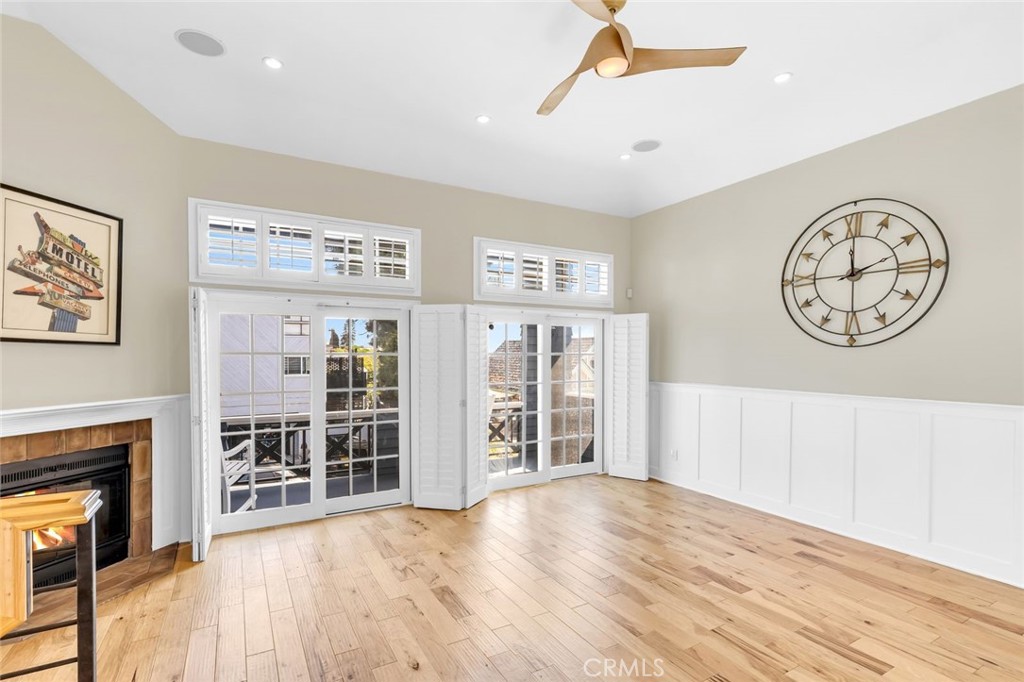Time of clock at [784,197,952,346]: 2:00
